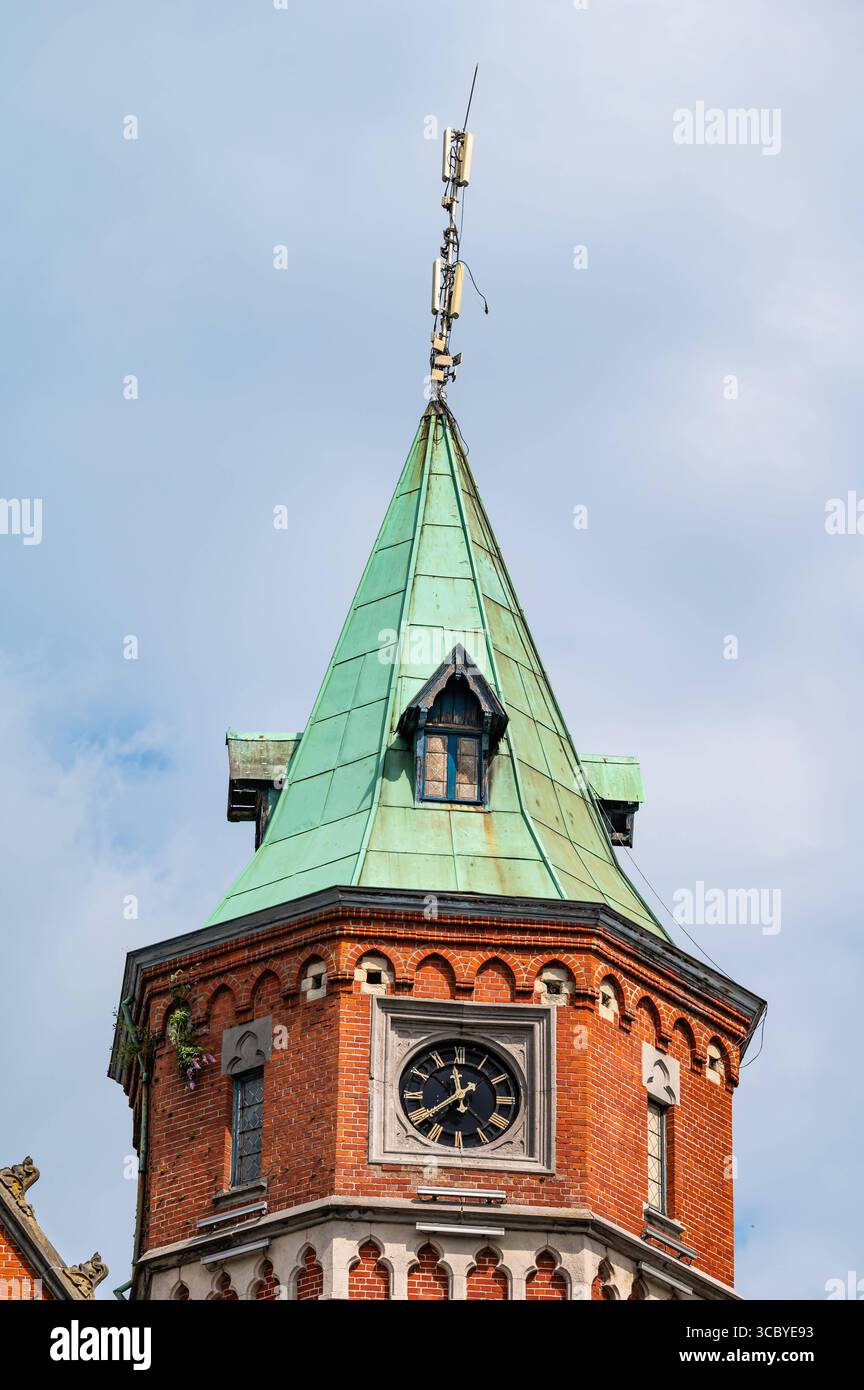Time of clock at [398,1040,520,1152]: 11:38
